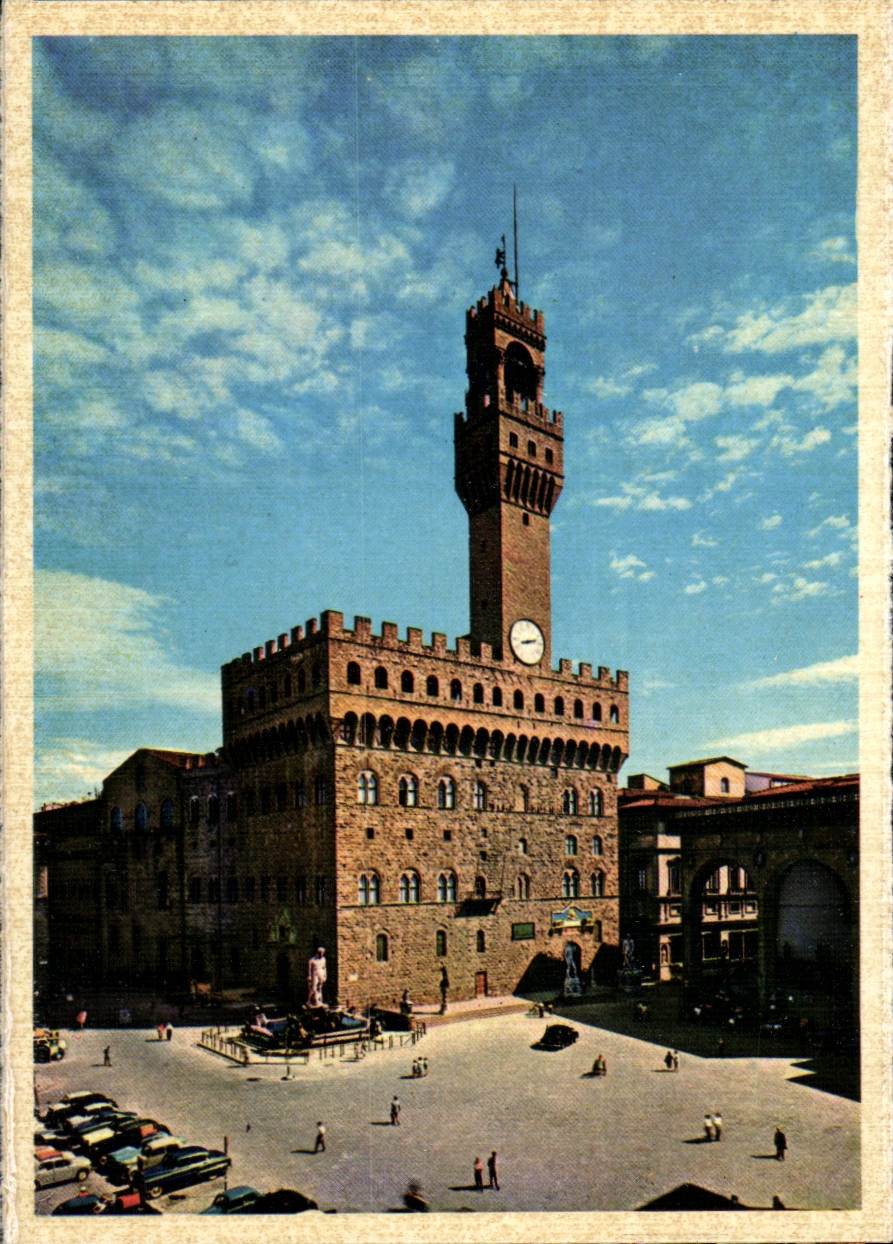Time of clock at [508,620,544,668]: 8:12
